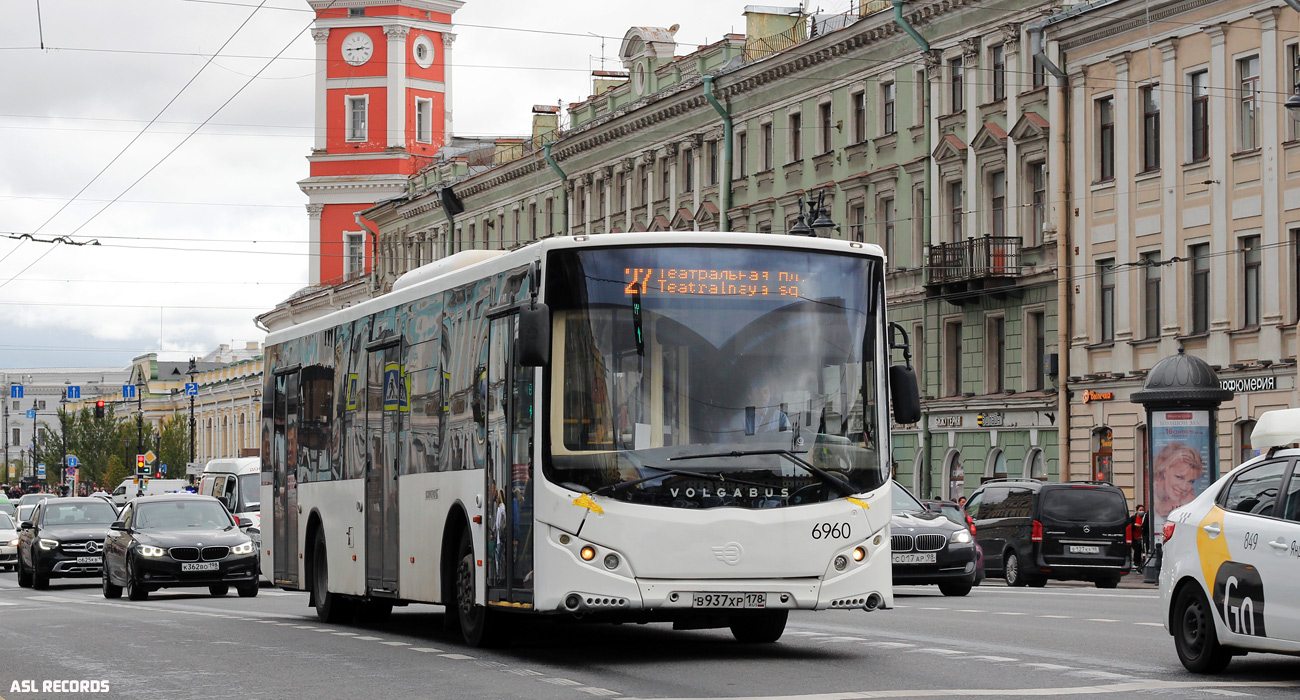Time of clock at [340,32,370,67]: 2:44
